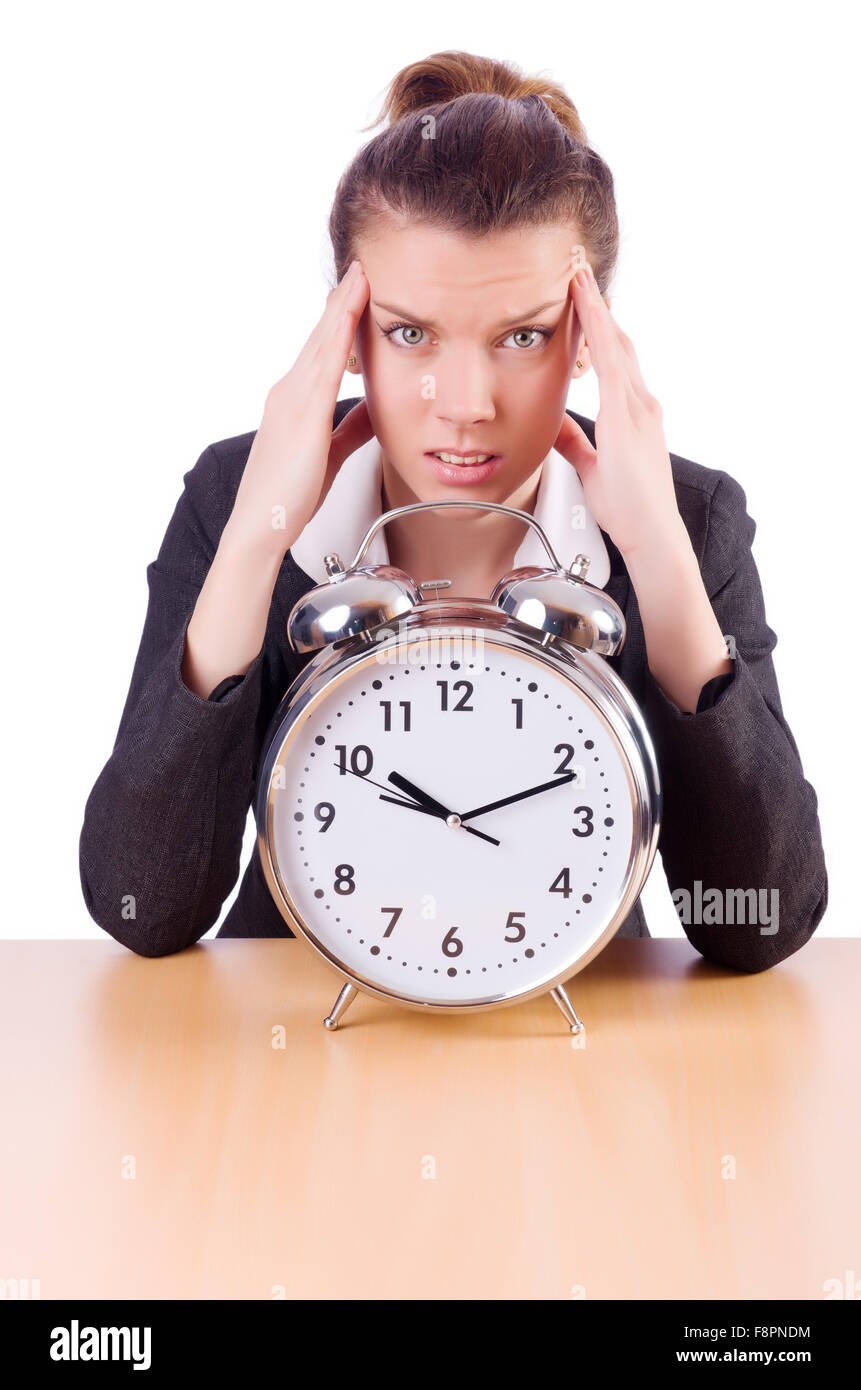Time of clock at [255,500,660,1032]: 10:11
